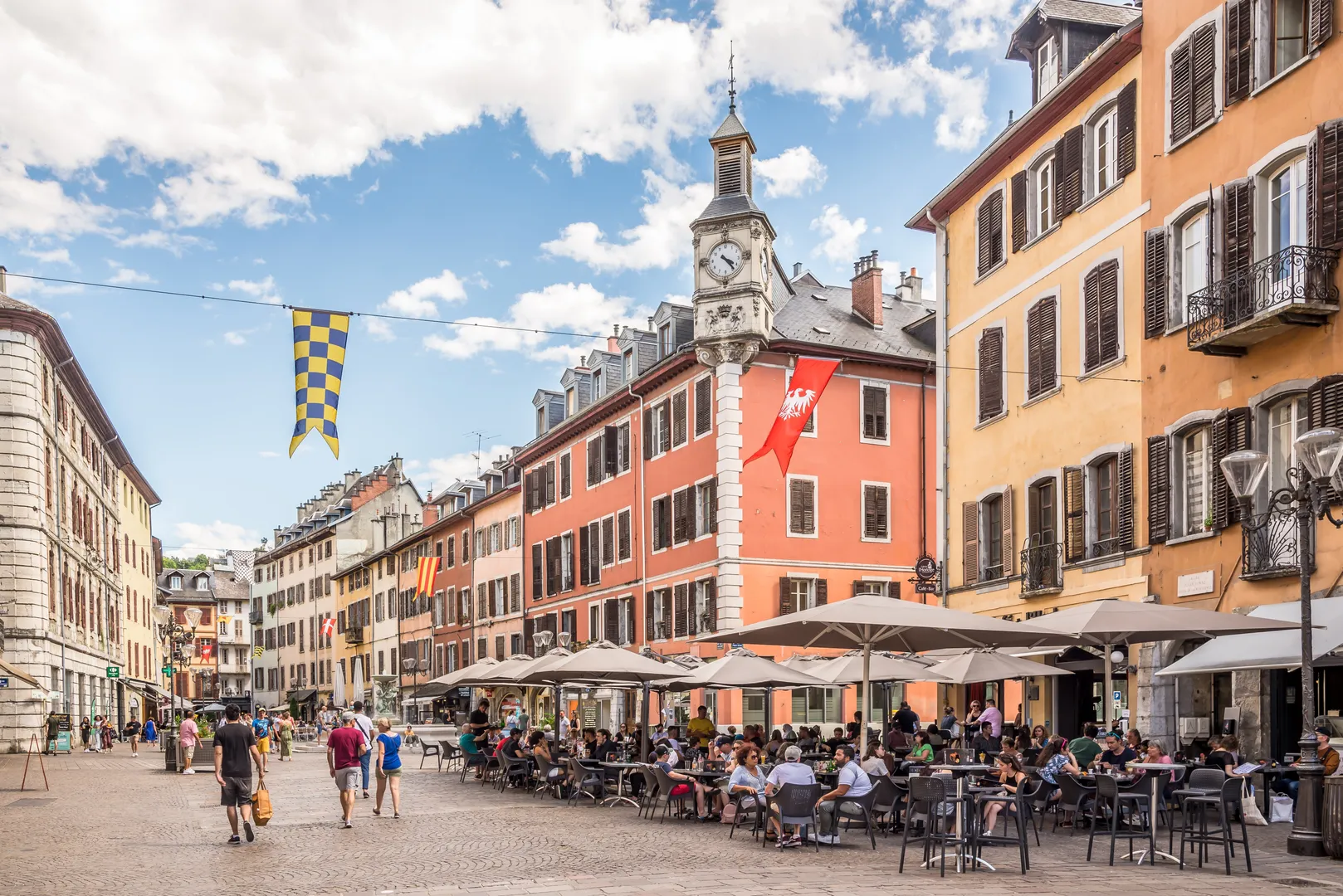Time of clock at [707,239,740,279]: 4:23
